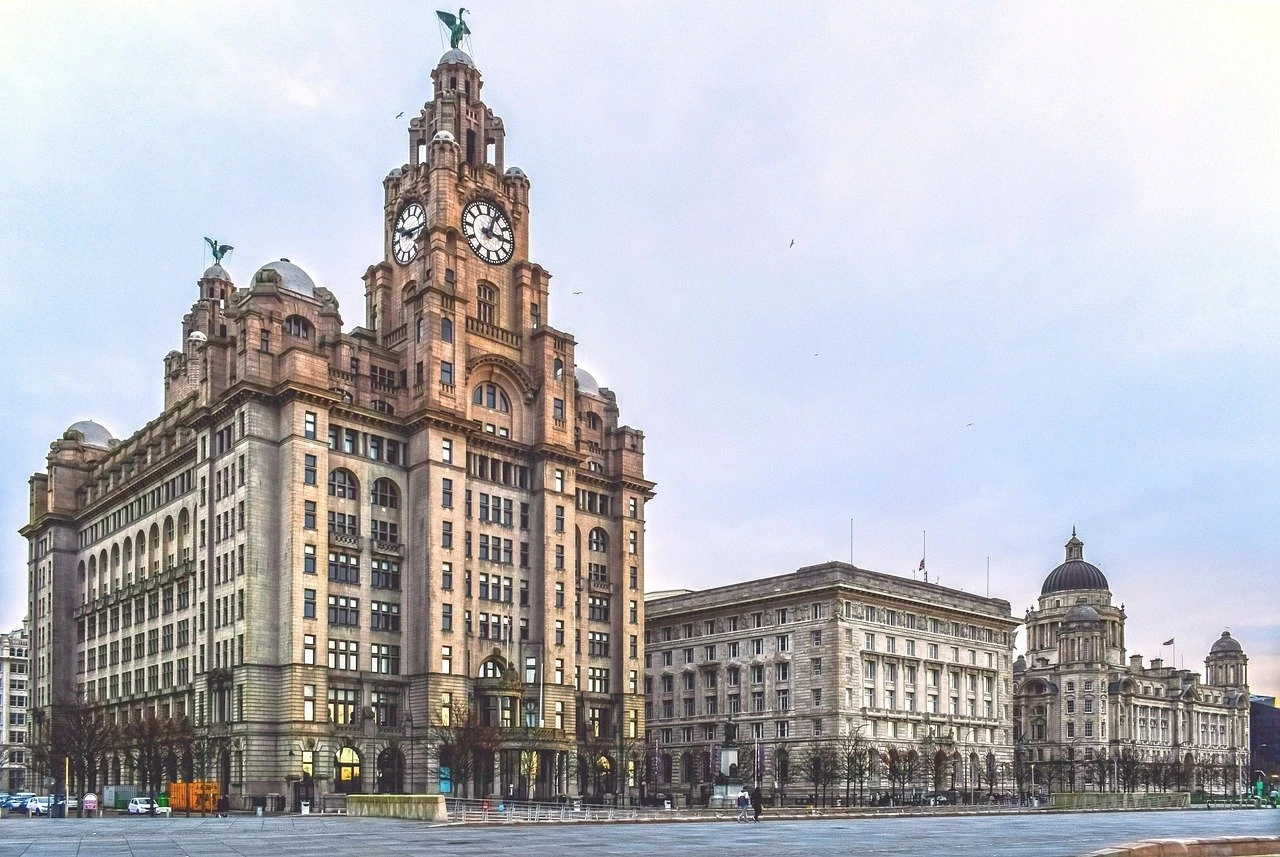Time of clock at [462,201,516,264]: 3:02
